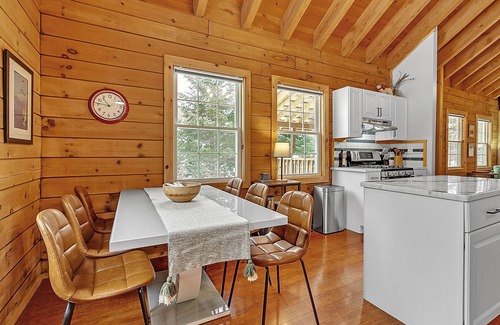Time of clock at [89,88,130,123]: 10:46
